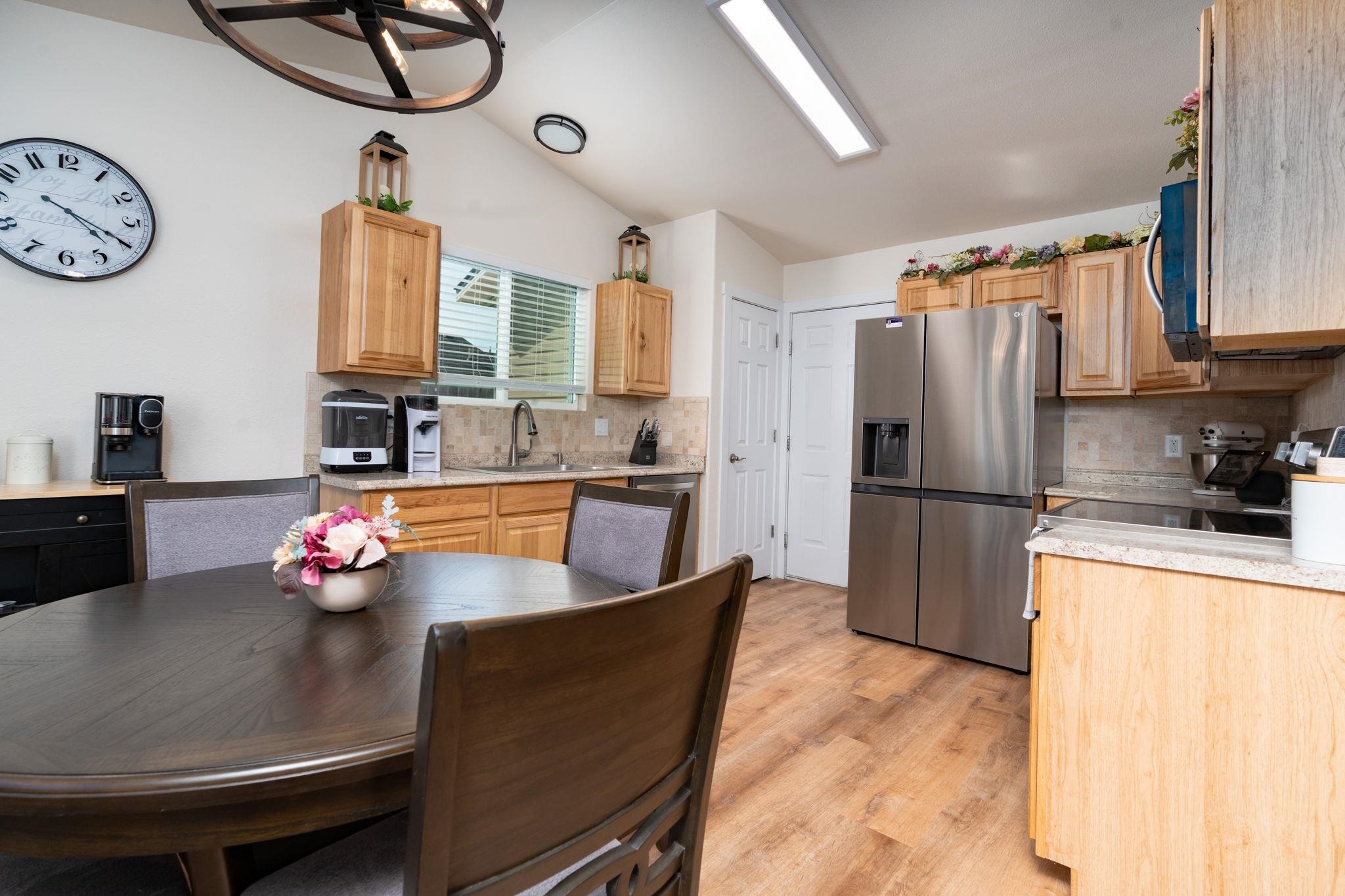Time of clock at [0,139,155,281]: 4:19
